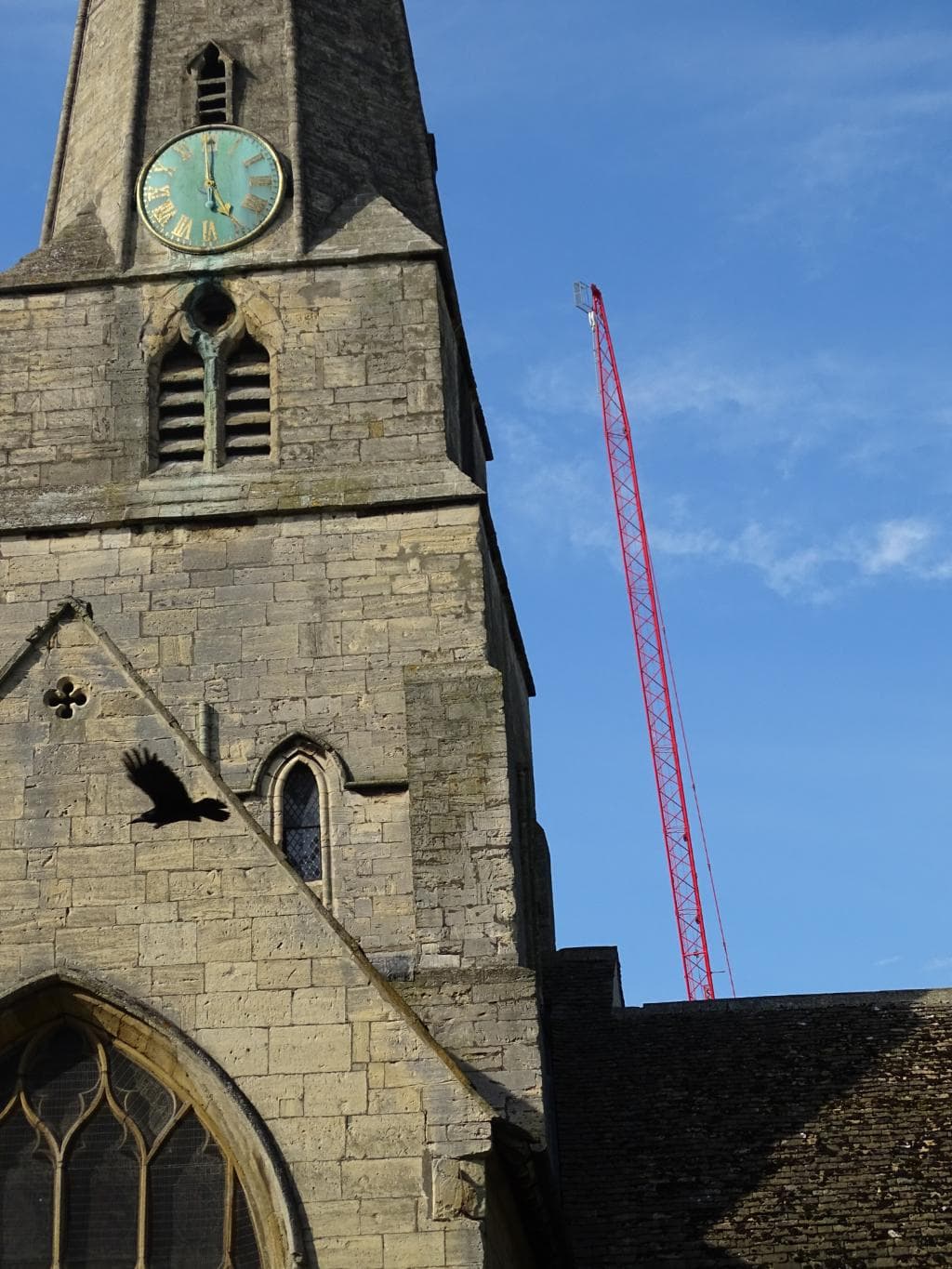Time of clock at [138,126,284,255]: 5:00
